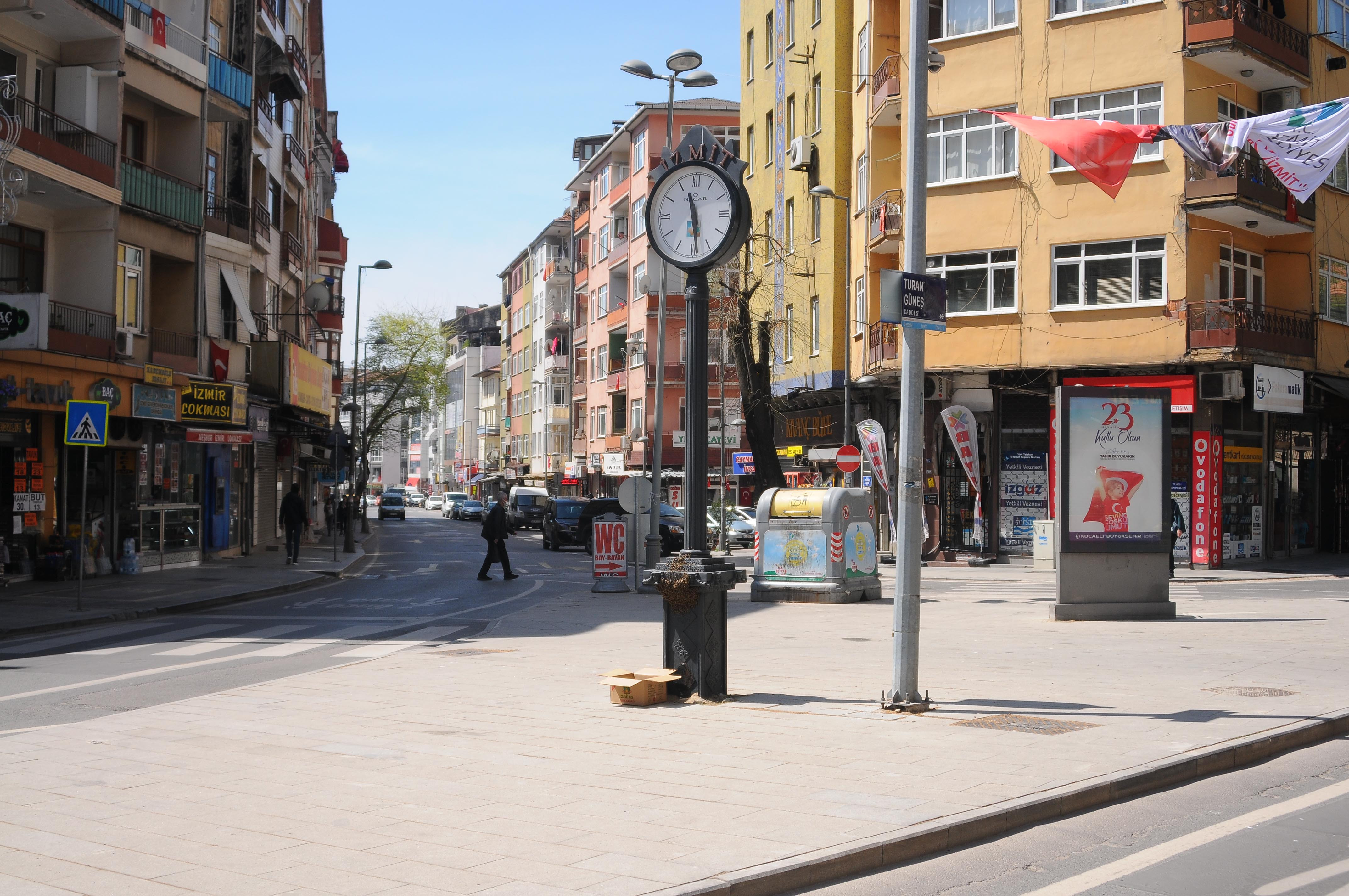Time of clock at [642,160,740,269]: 11:28
